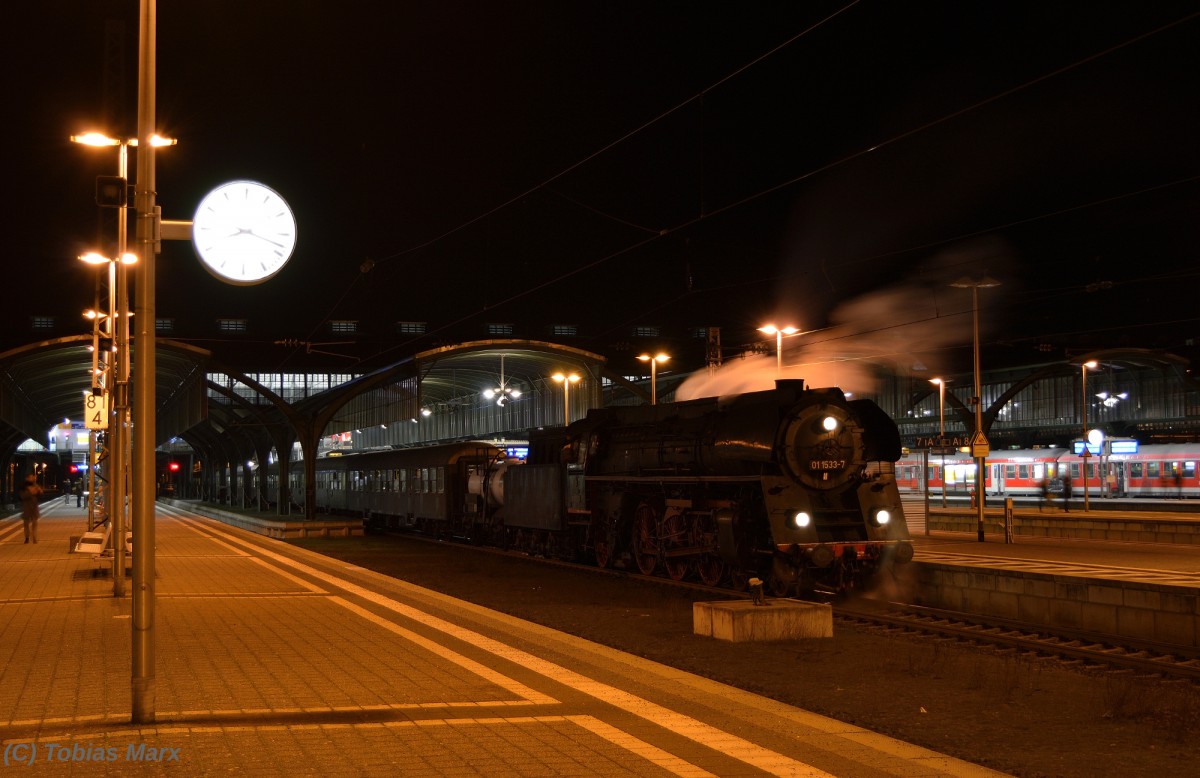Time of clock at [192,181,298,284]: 8:18
